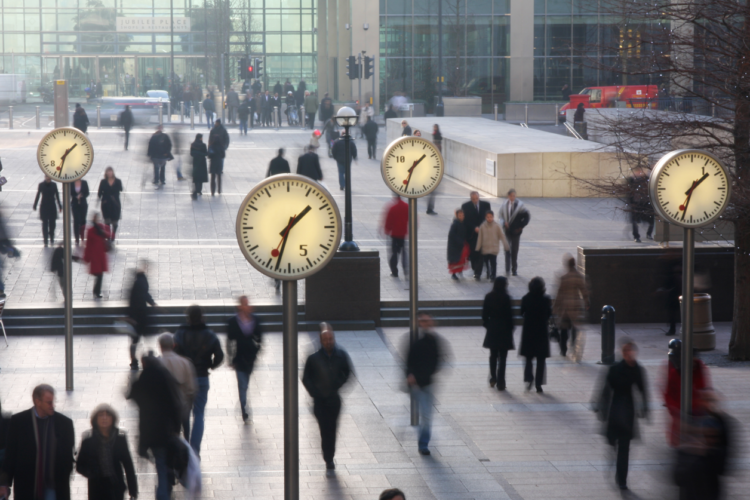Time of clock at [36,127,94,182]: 1:33
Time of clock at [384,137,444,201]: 1:33
